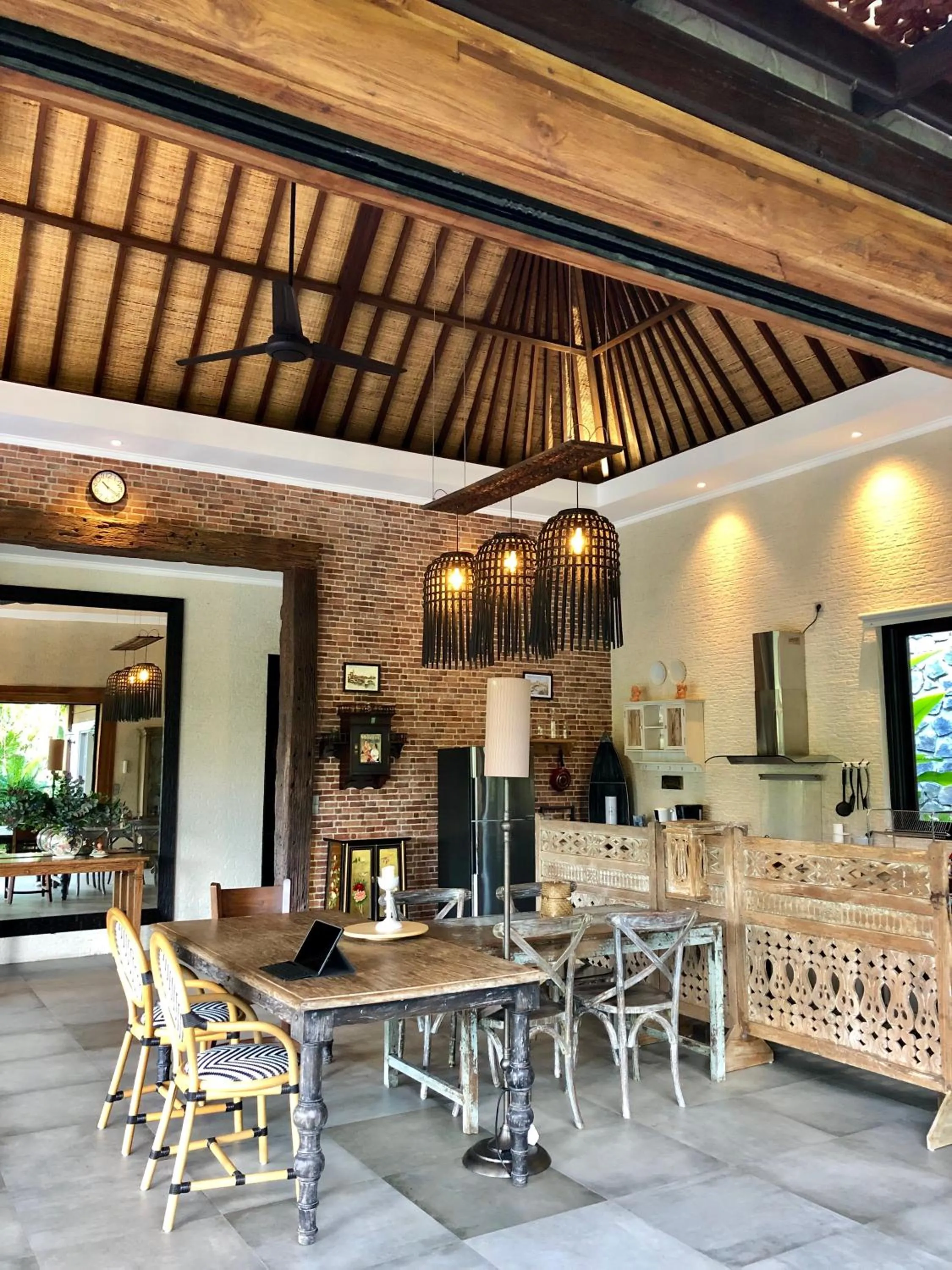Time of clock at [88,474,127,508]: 10:20
